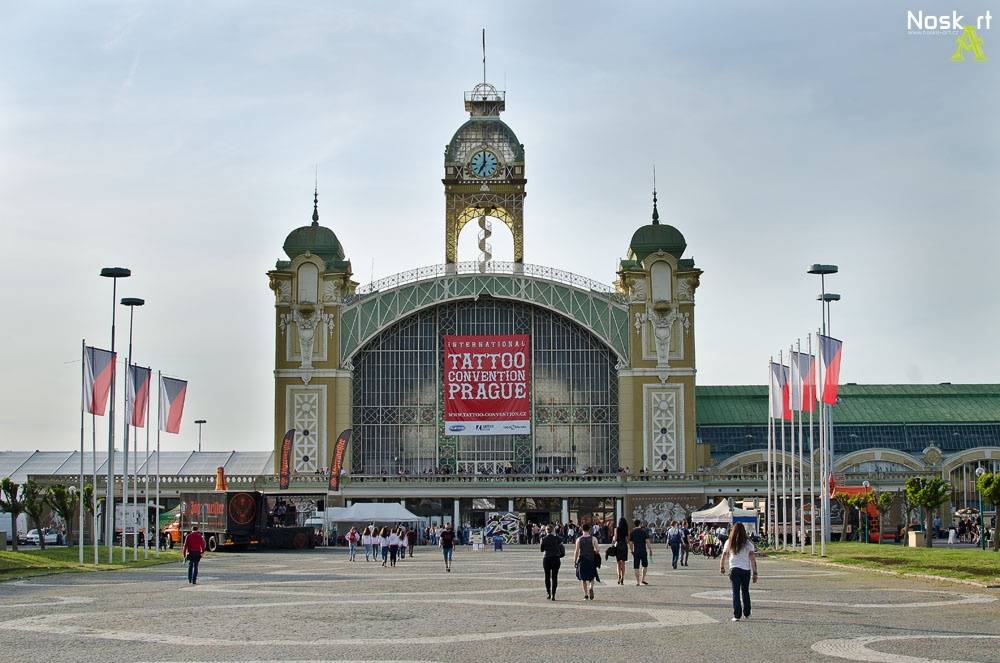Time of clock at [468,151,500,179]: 7:00
